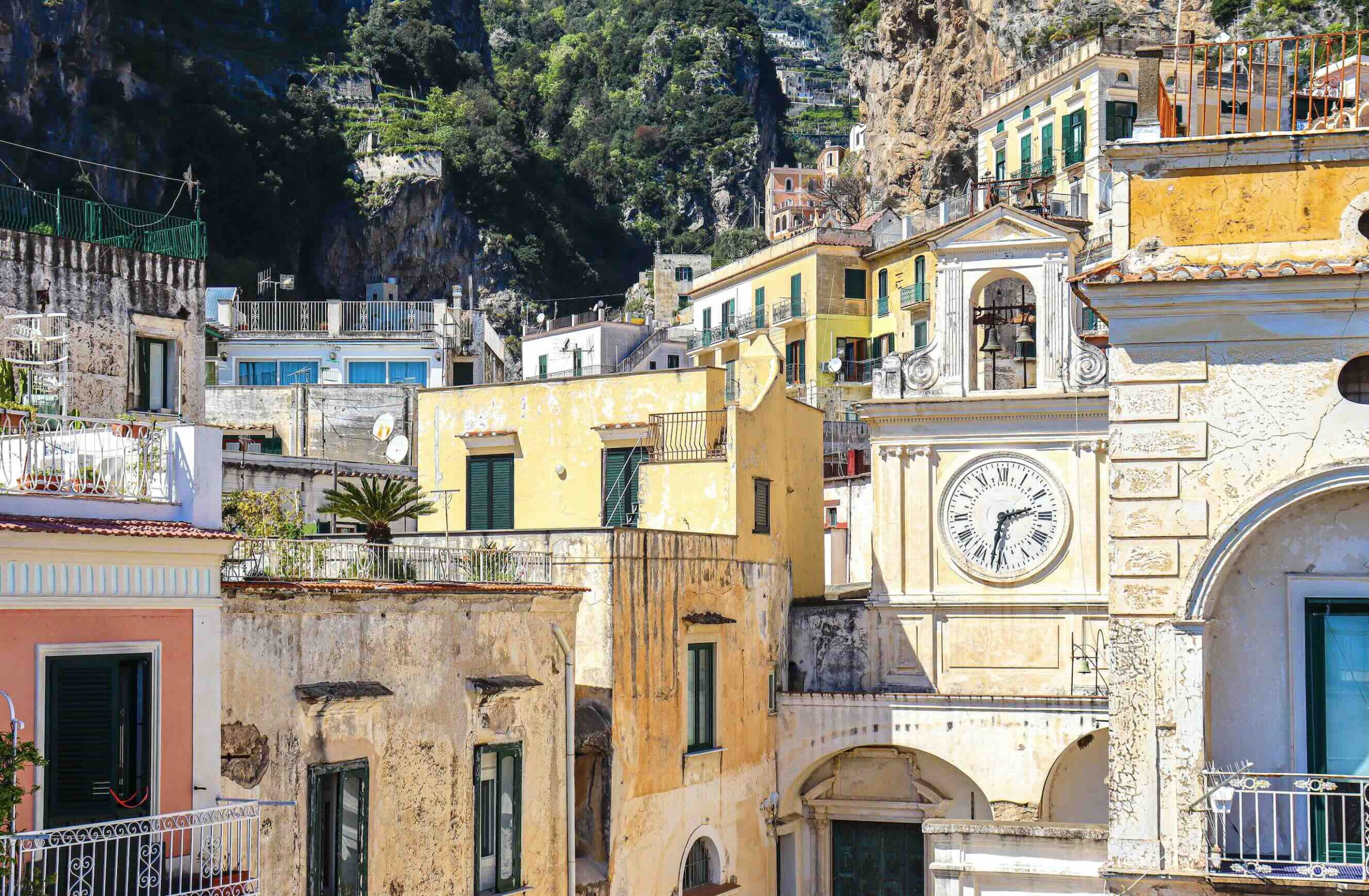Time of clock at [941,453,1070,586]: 2:31
